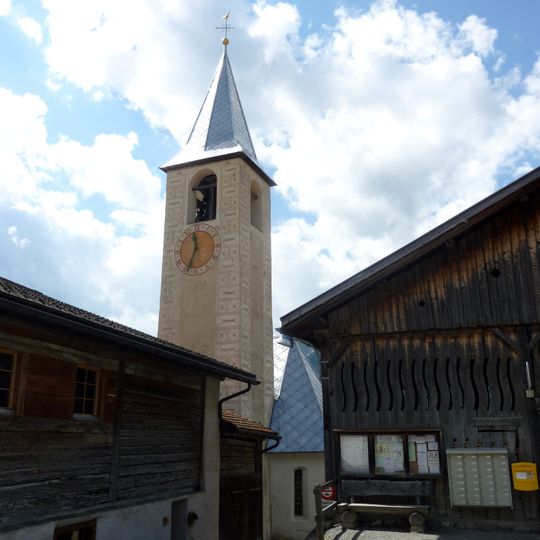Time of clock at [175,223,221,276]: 11:33
